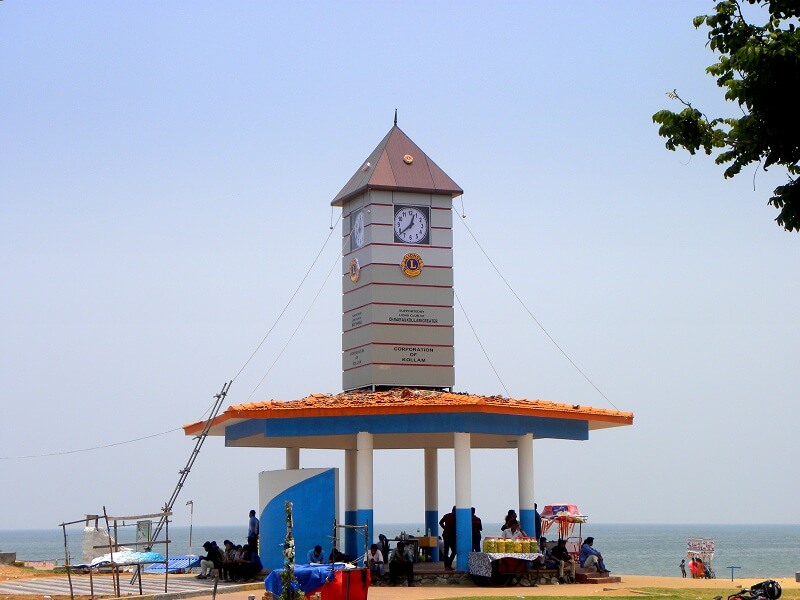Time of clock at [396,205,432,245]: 12:38
